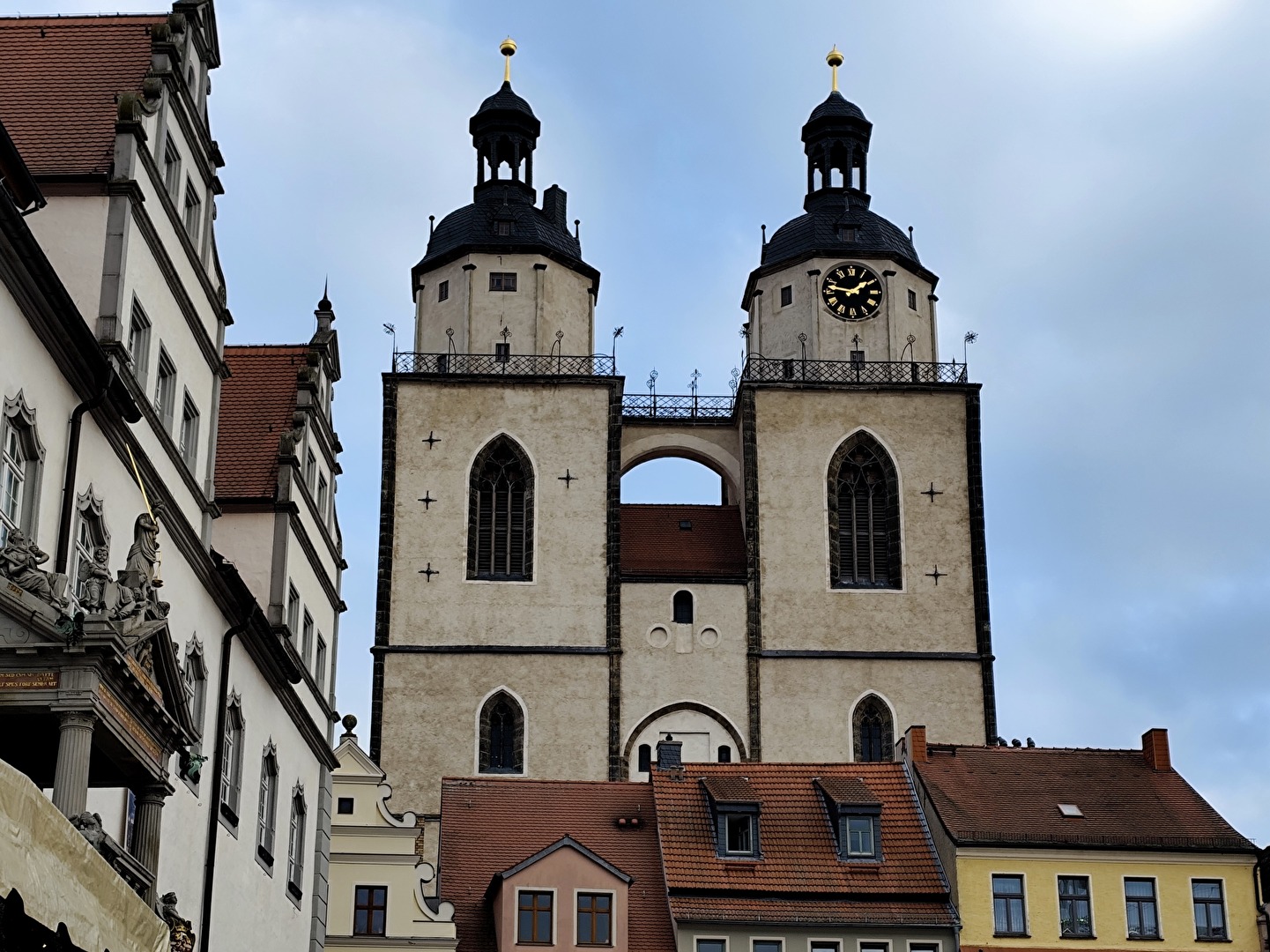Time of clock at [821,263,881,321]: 1:47
